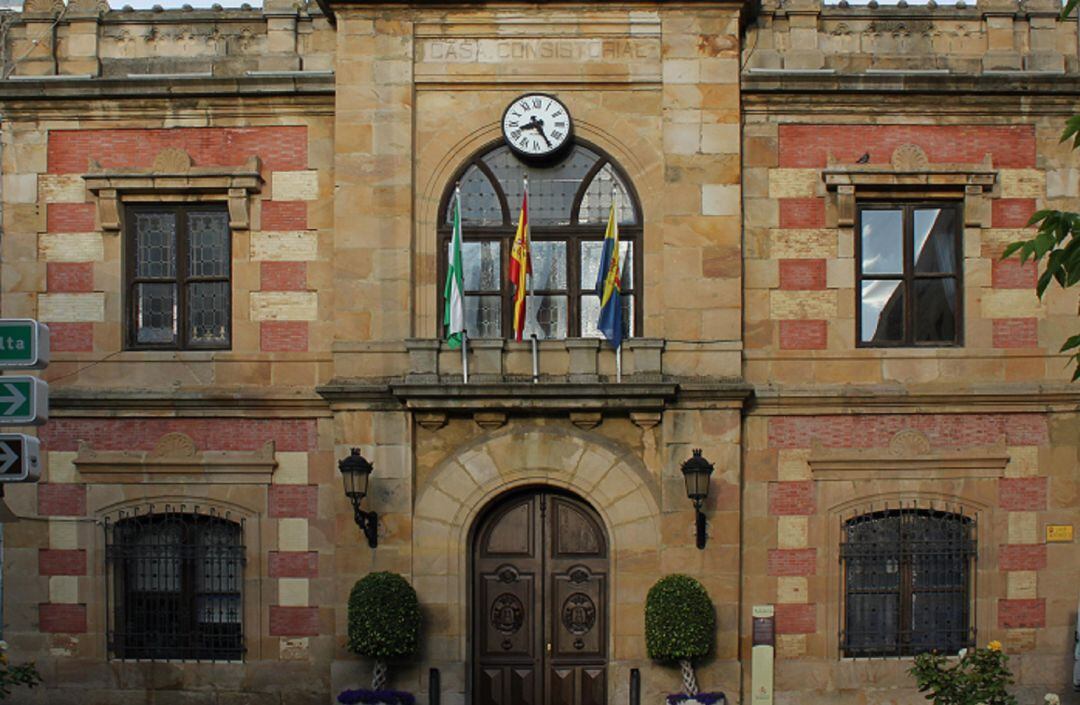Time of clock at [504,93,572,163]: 8:25
